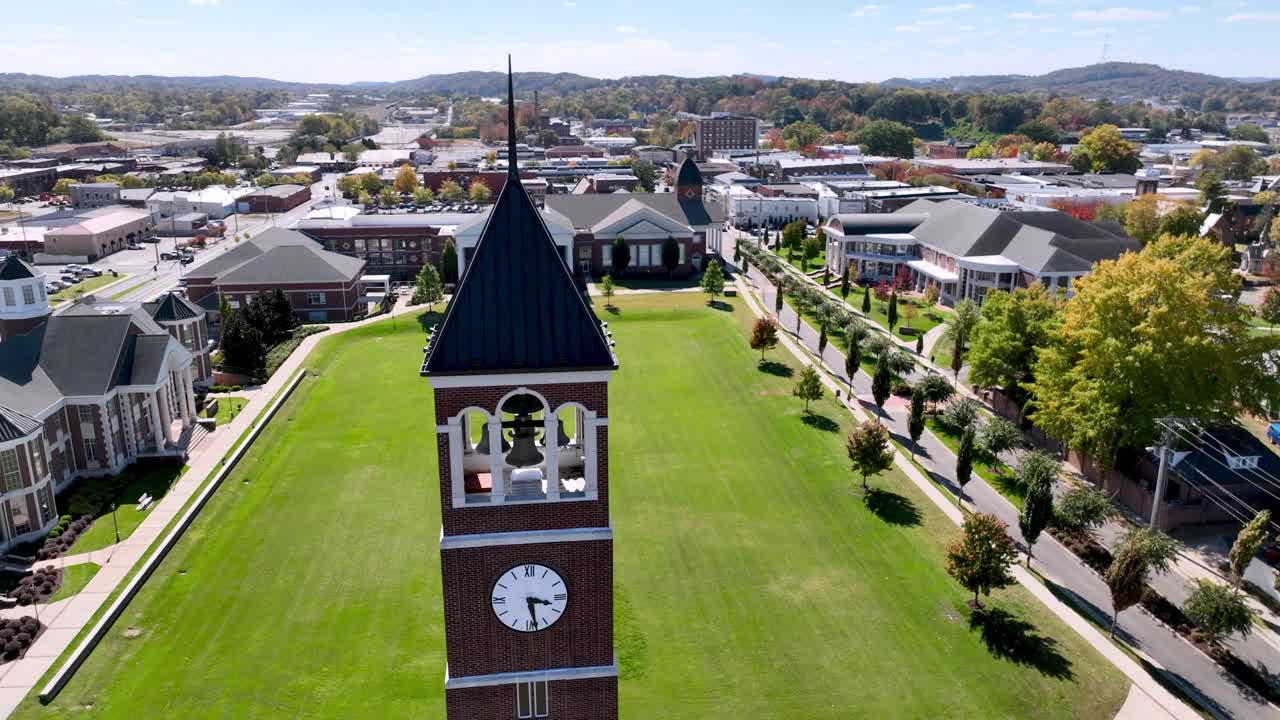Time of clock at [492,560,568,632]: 3:28
